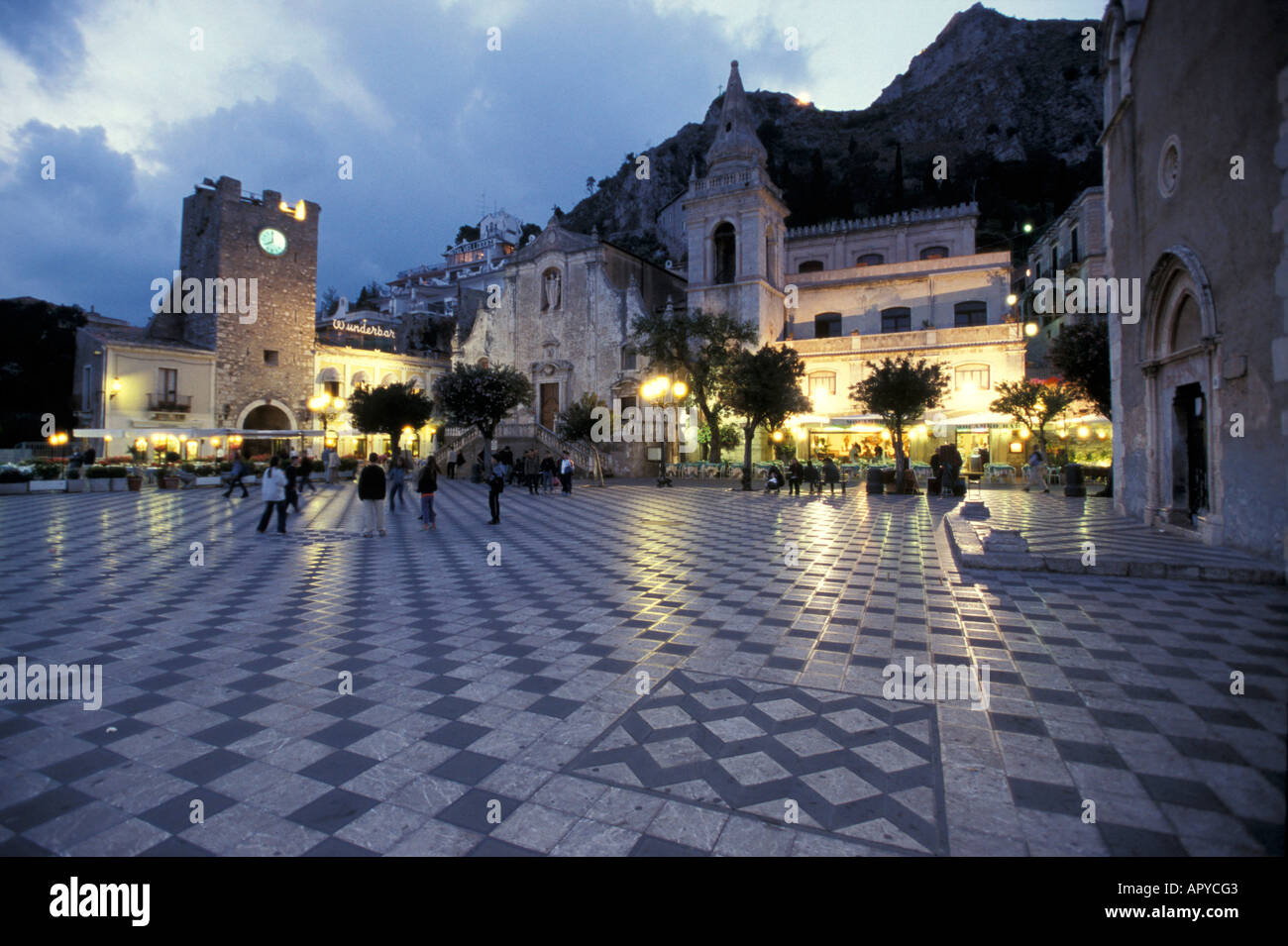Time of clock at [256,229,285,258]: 8:00
